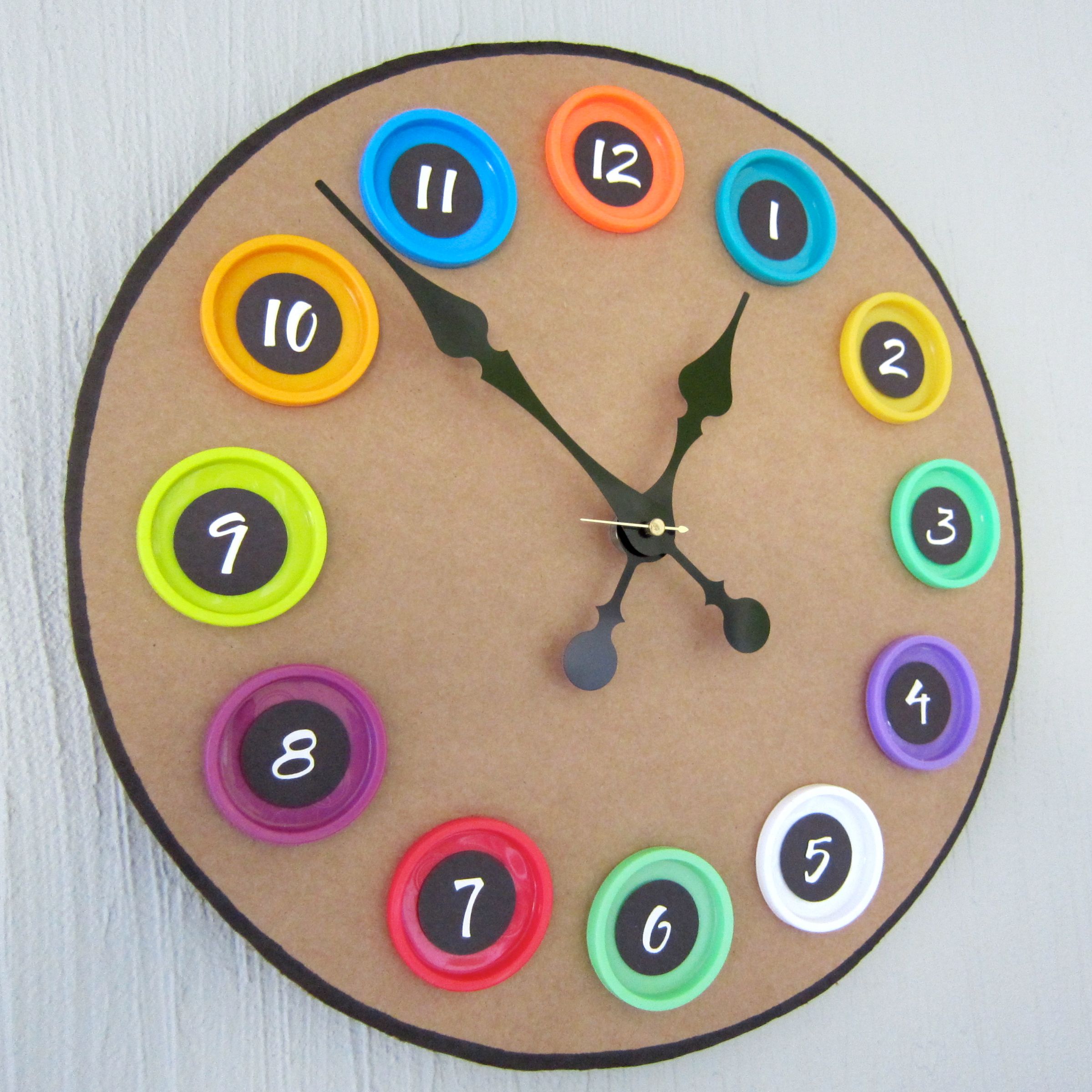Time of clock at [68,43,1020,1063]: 12:52
